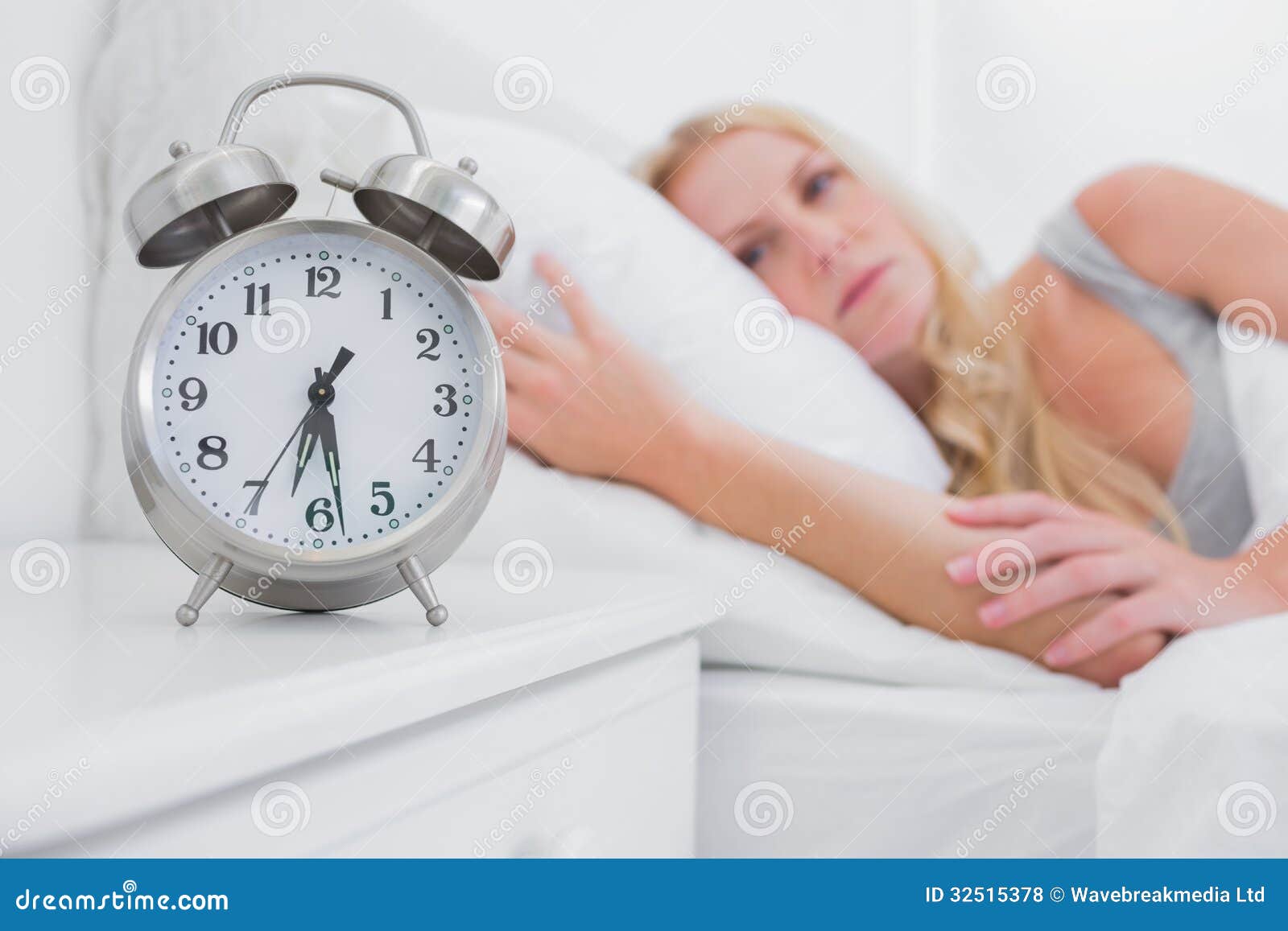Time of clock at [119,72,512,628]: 6:28
